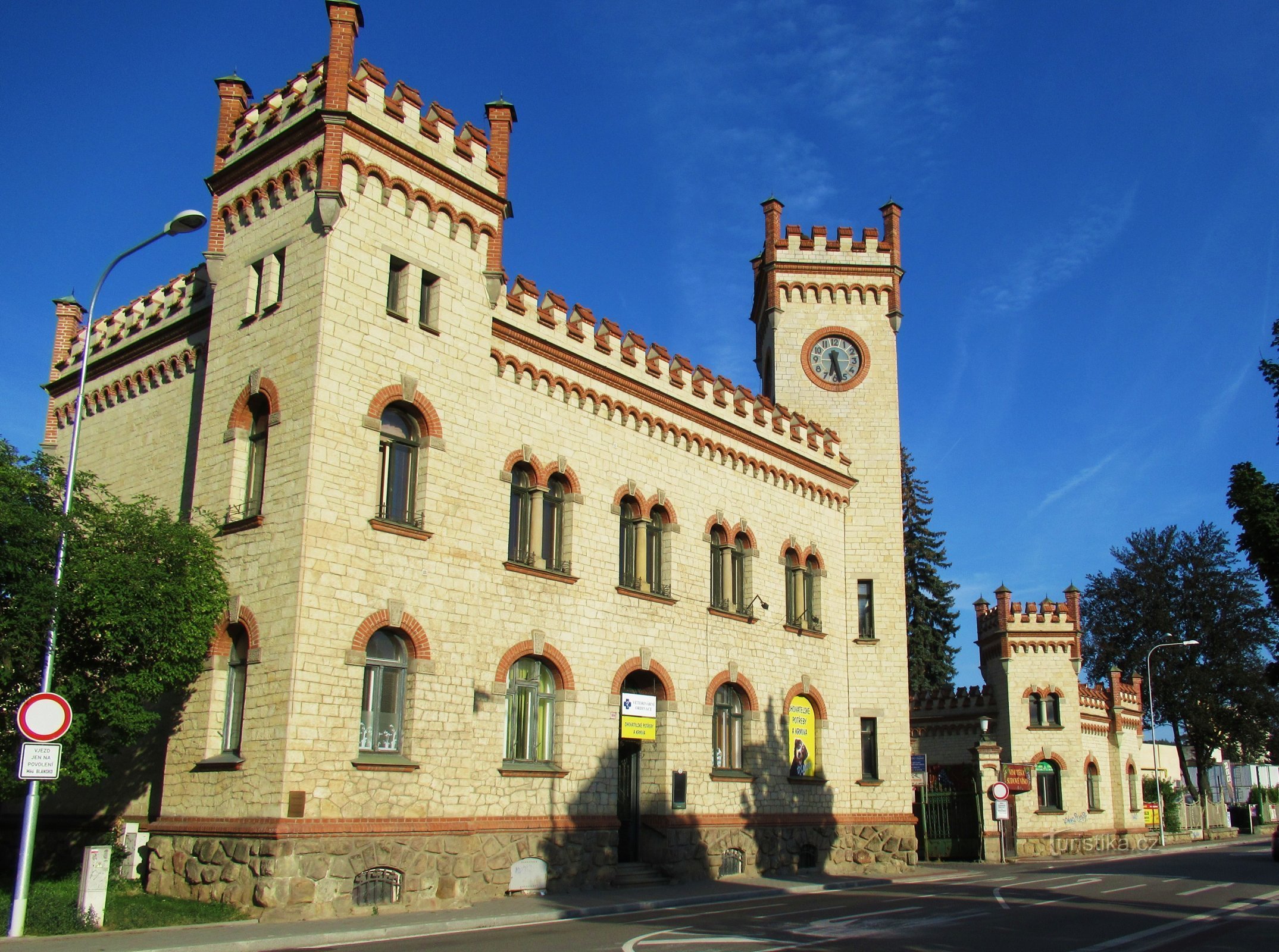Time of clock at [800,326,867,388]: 6:27
